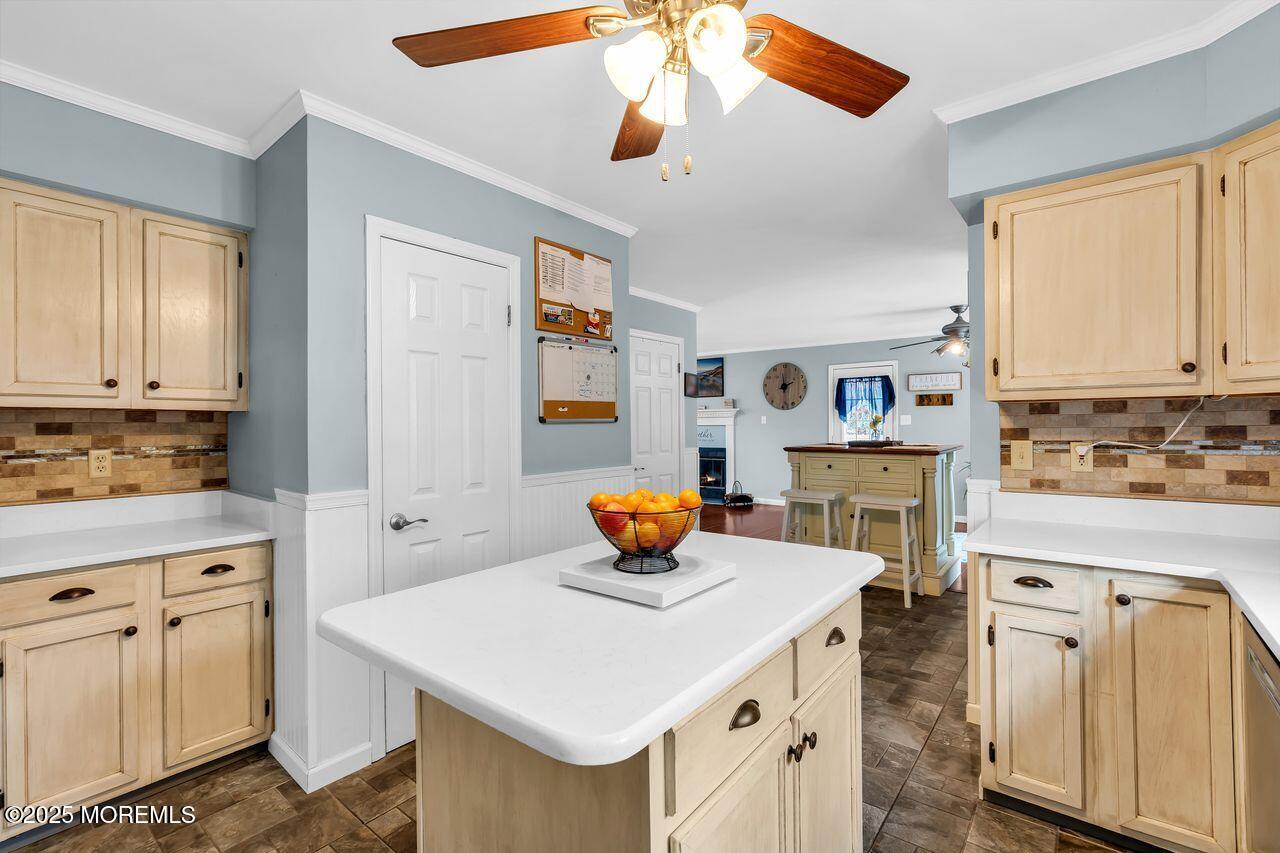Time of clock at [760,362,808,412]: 1:59
